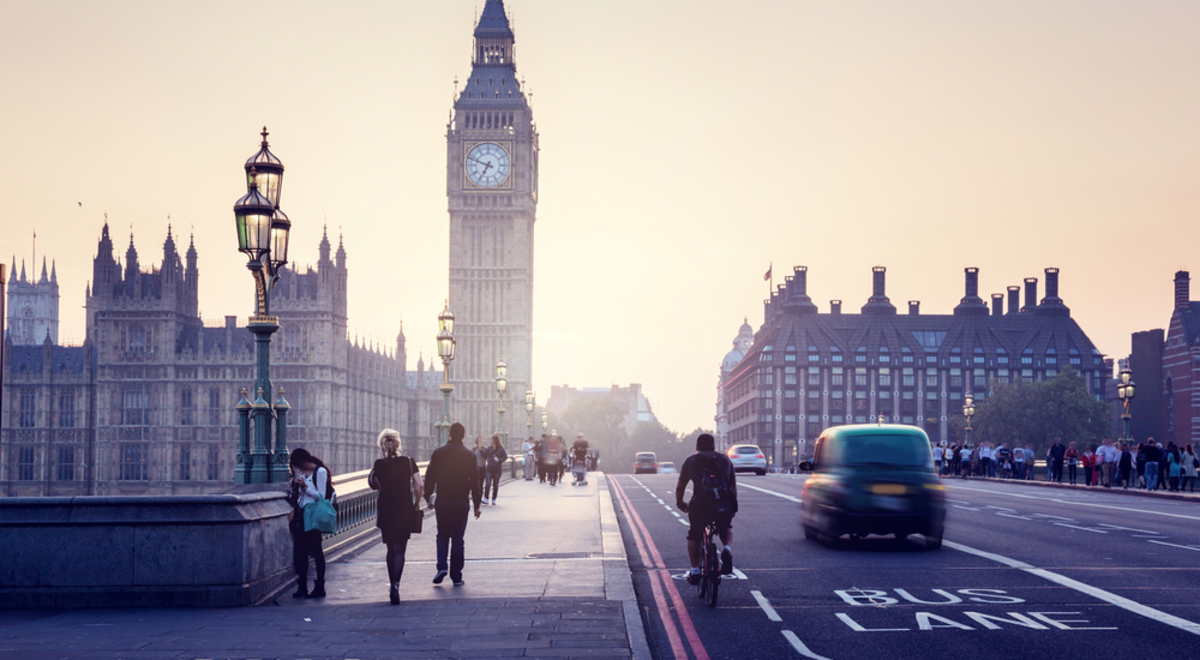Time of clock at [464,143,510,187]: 6:48
